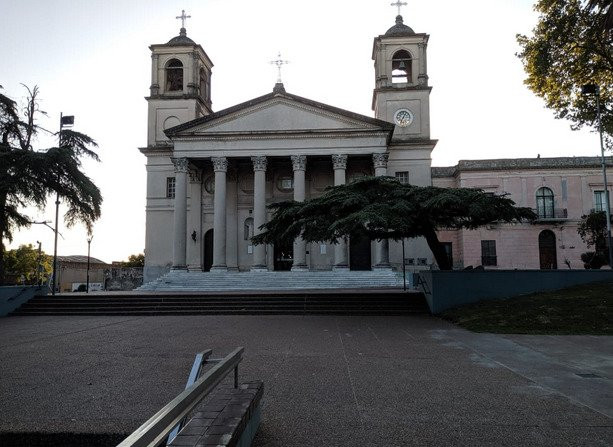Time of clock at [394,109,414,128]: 7:04
